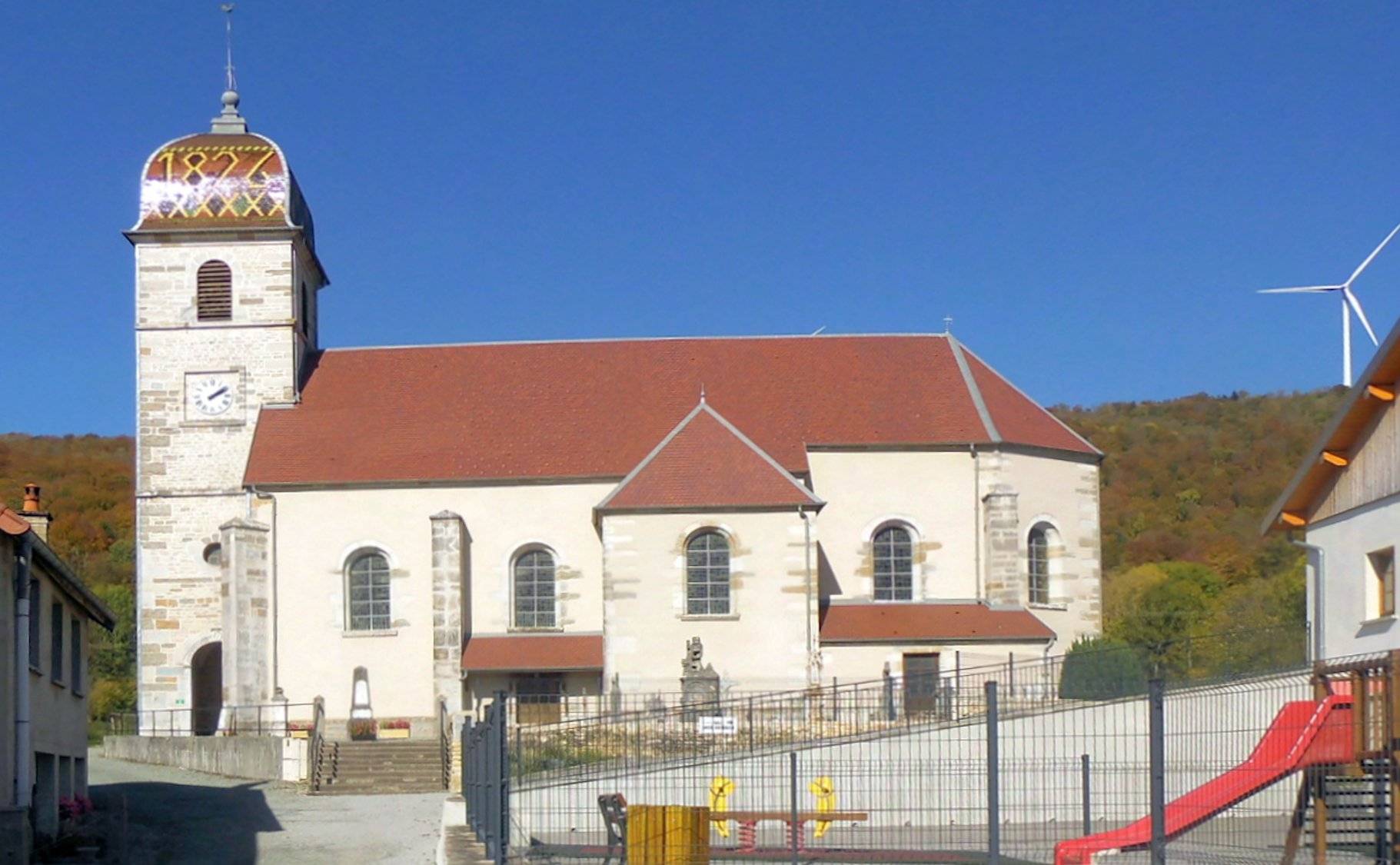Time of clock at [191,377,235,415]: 2:08
